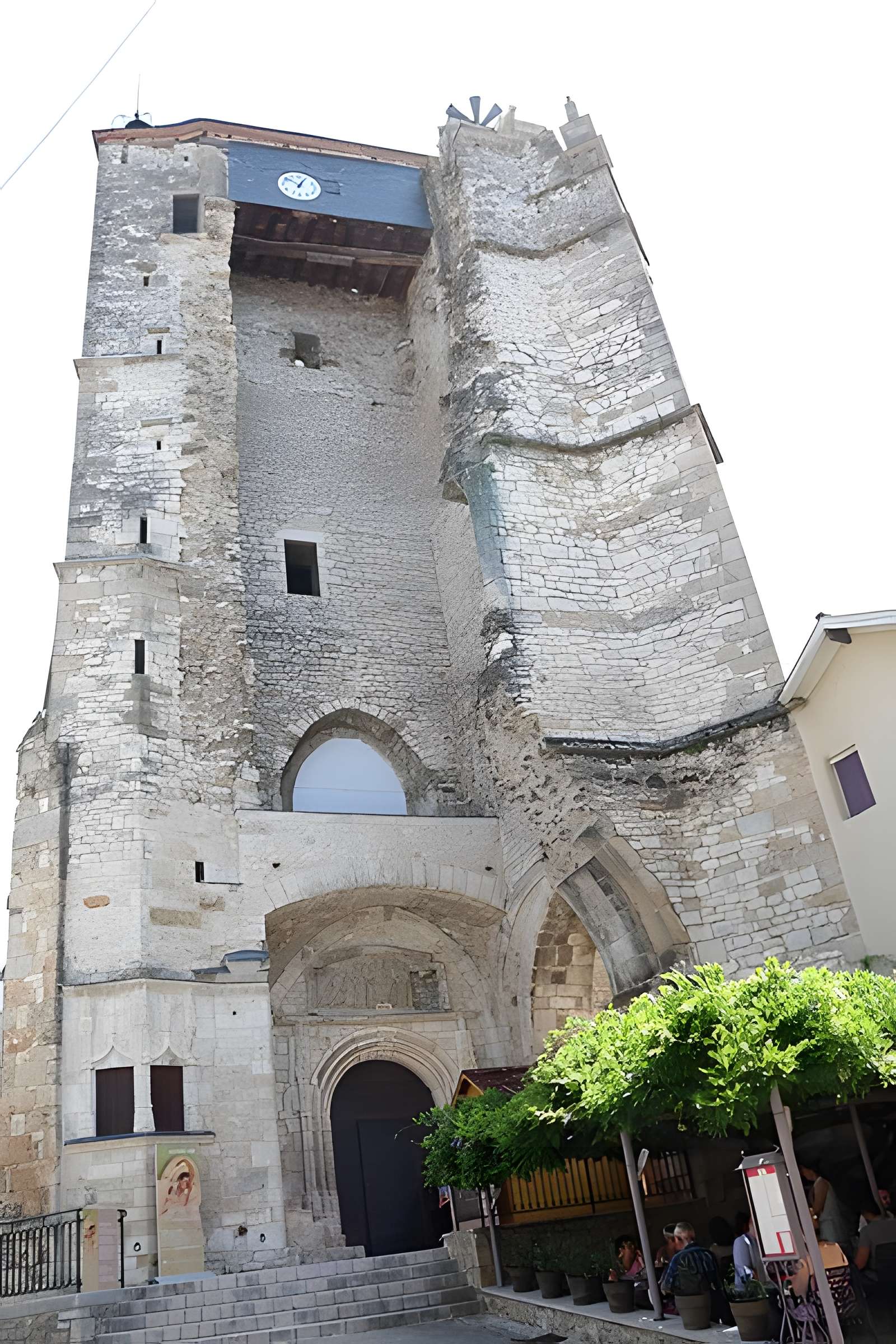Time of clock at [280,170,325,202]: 12:51
